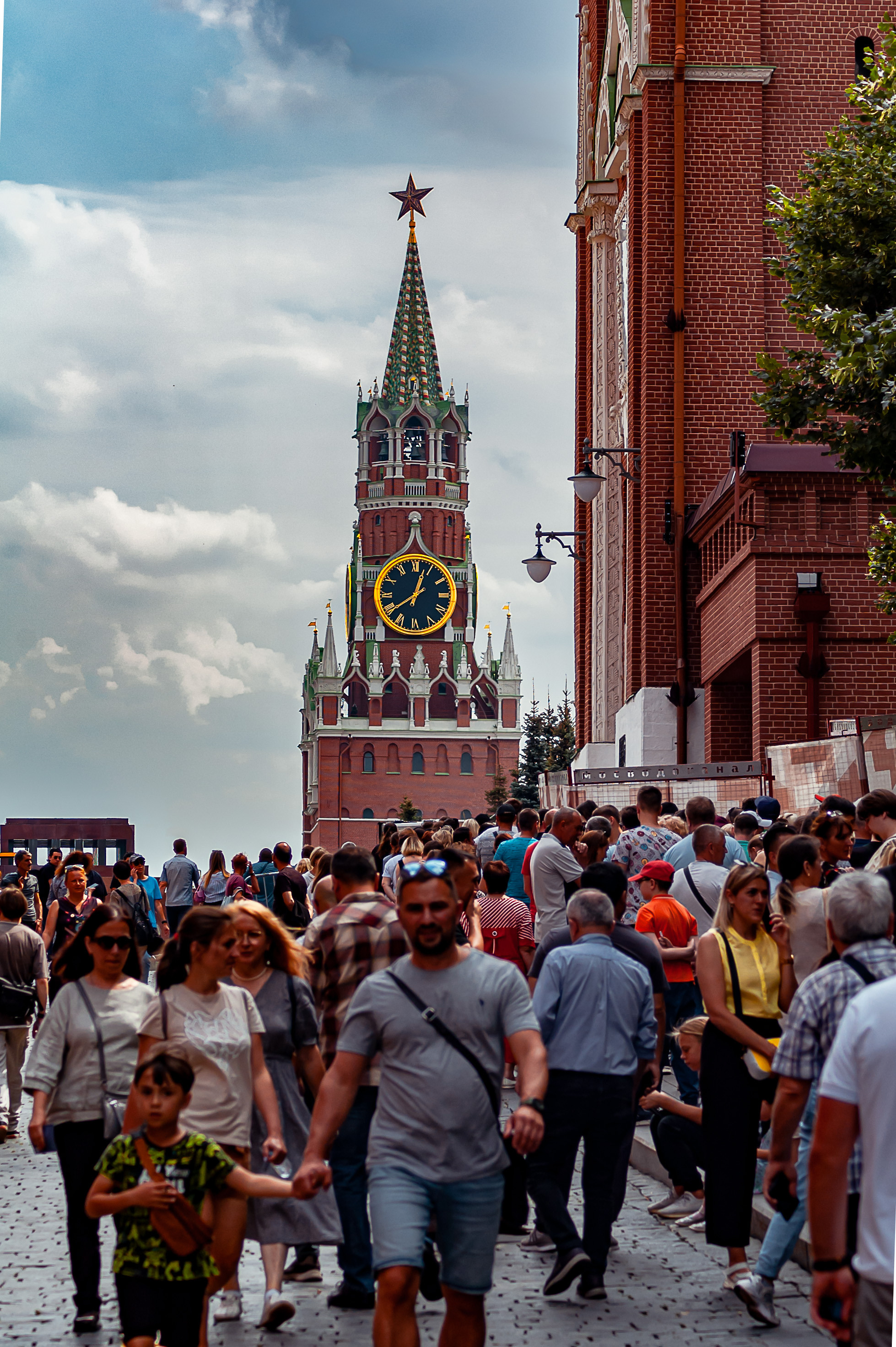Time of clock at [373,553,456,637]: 12:39
